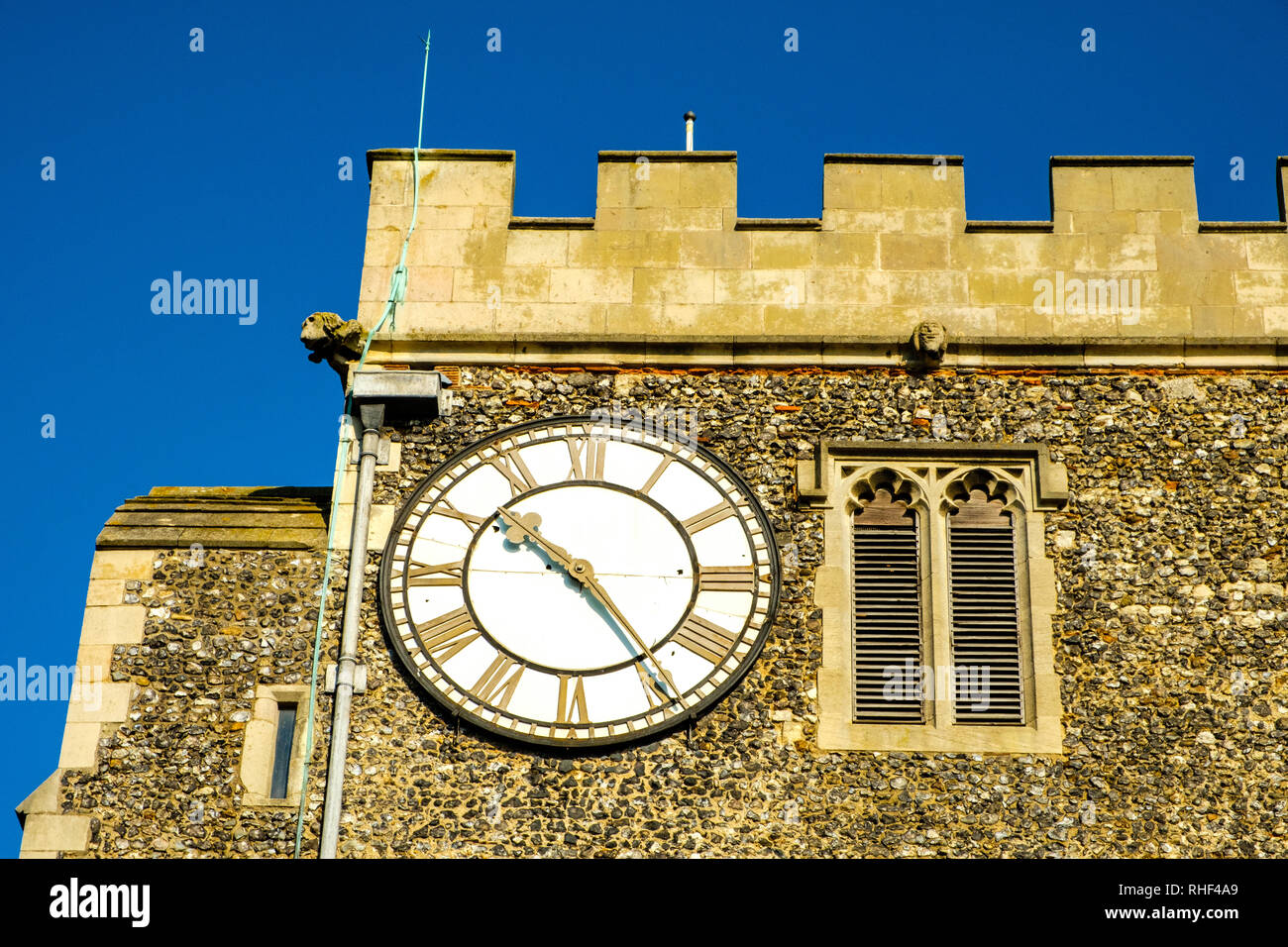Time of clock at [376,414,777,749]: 10:24
